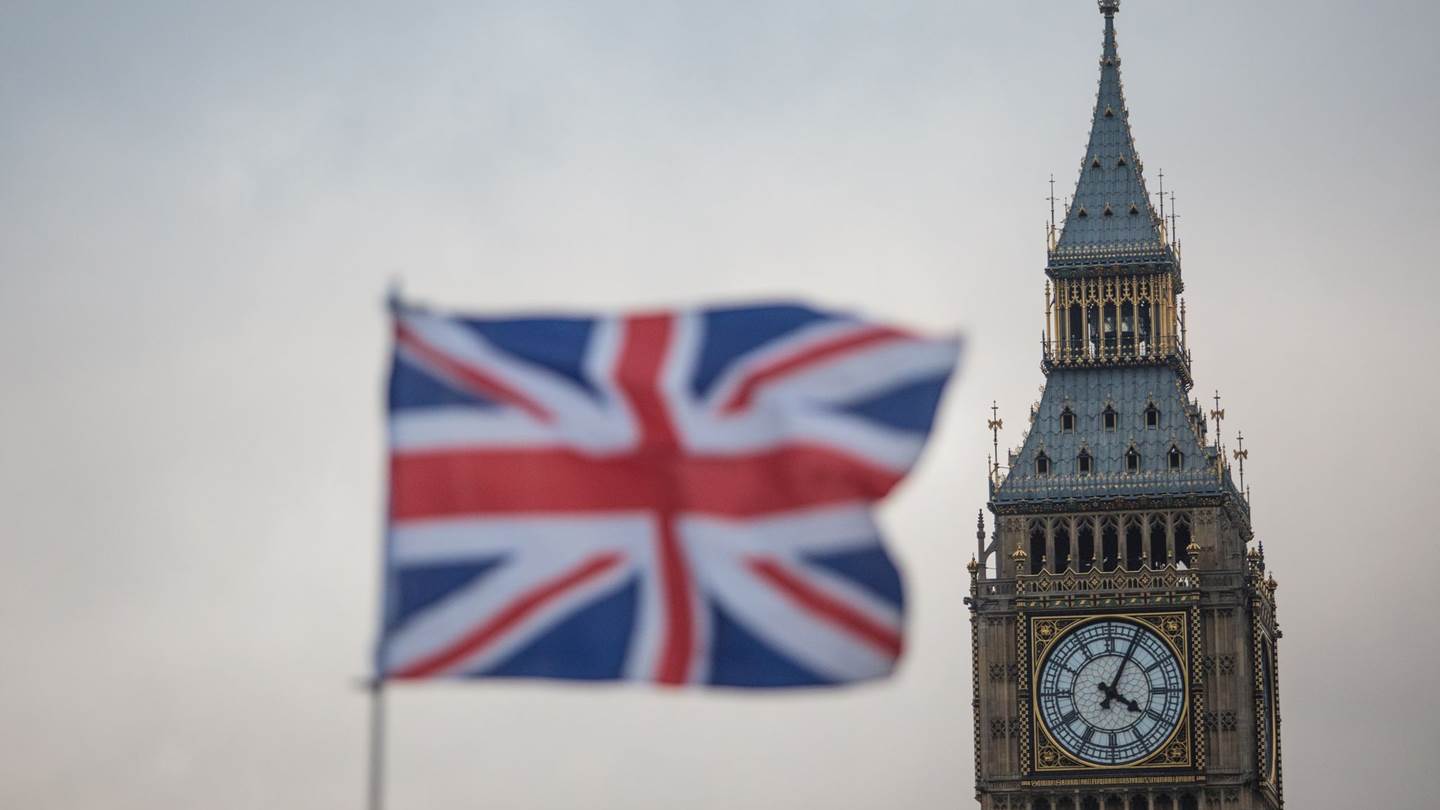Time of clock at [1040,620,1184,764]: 4:04
